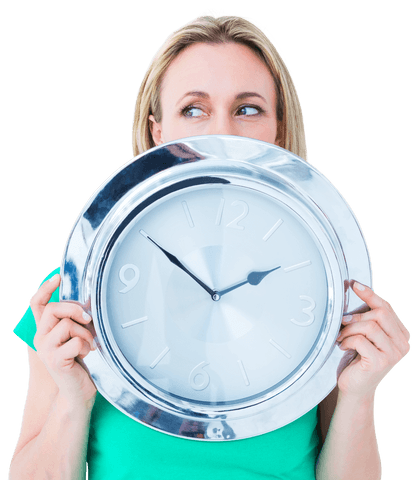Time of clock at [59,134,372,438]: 1:50
